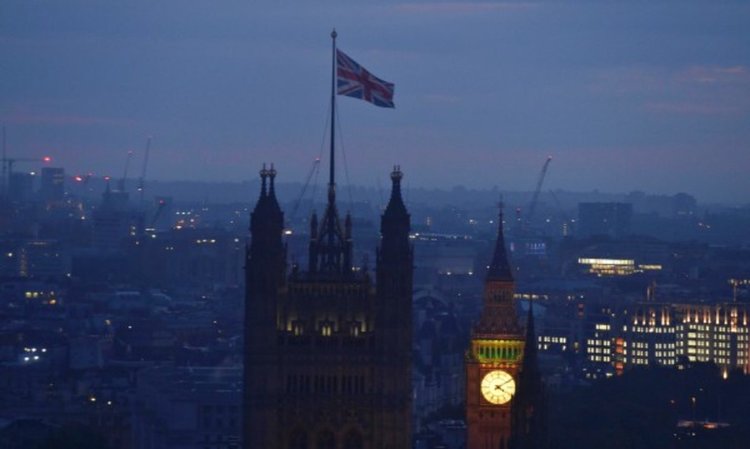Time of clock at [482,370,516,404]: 4:09
